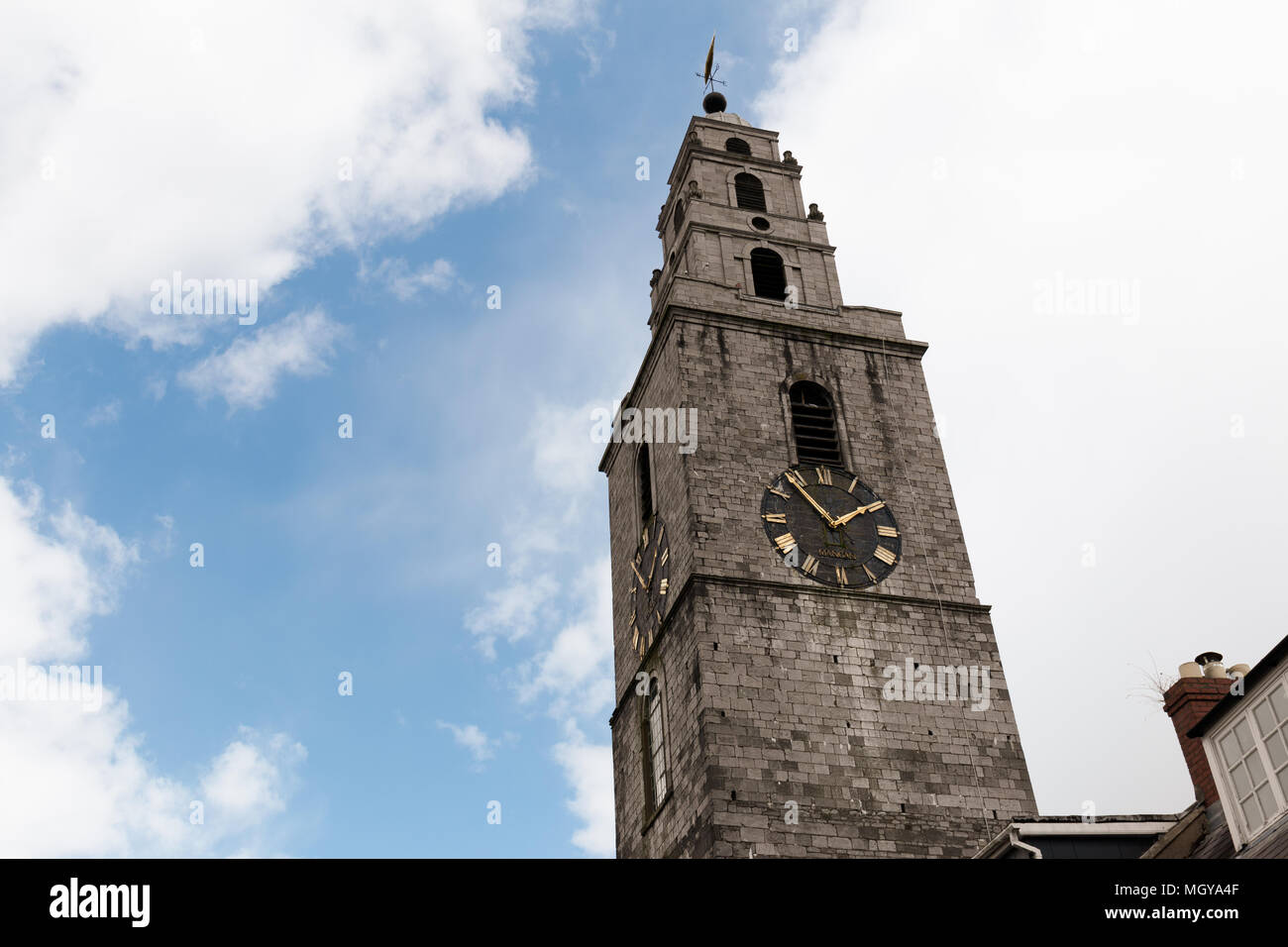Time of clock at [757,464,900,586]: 1:53
